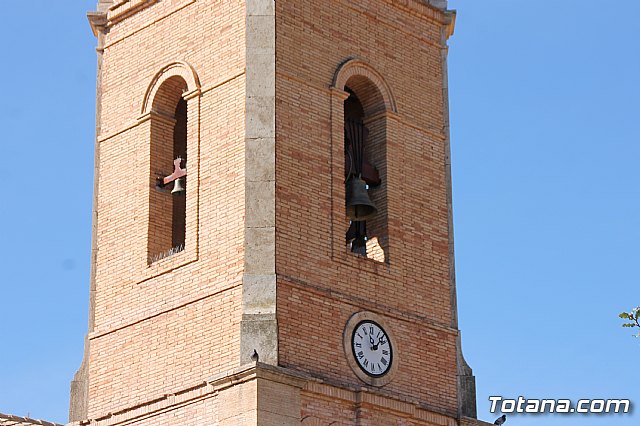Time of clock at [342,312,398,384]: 11:07
